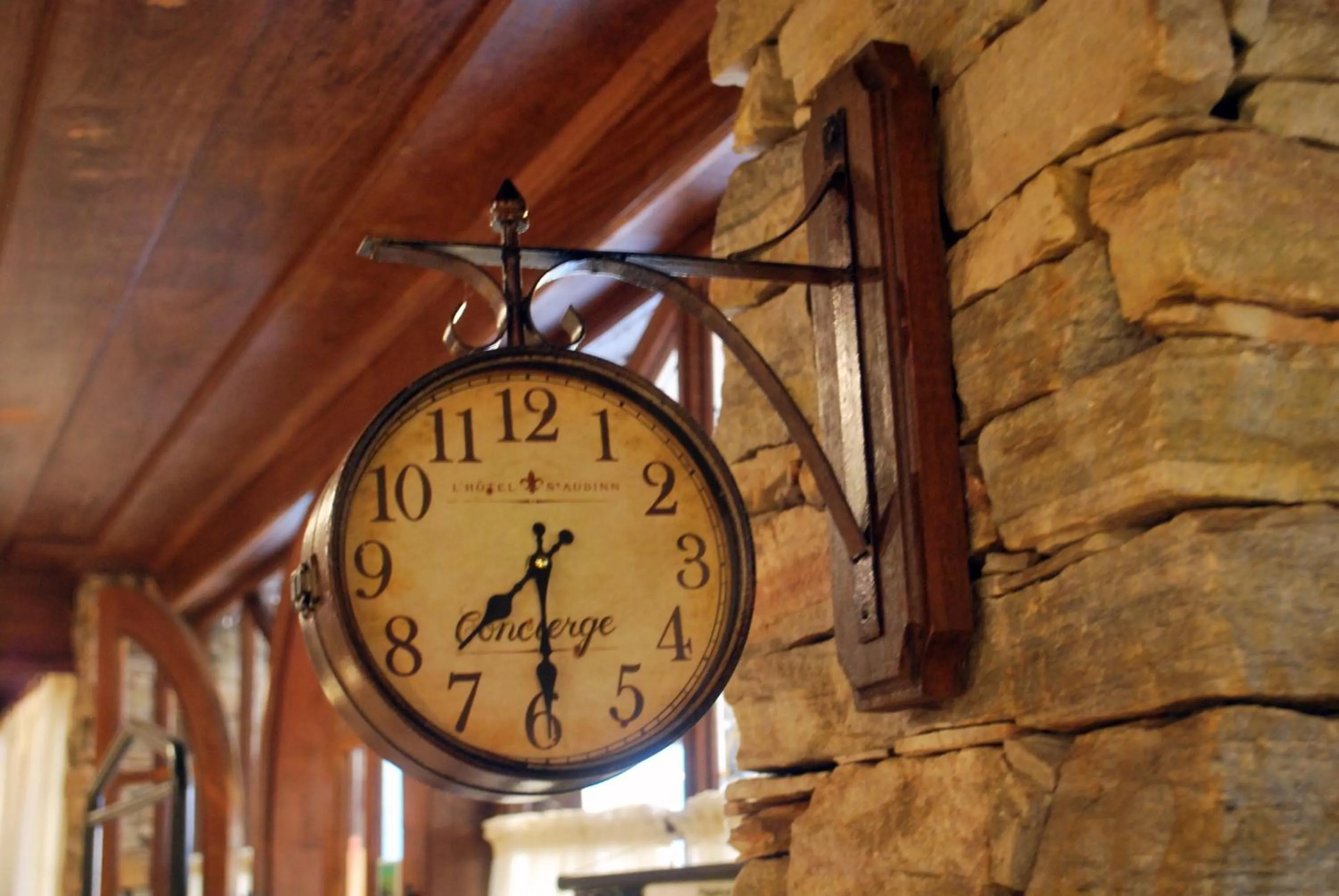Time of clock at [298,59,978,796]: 7:30
